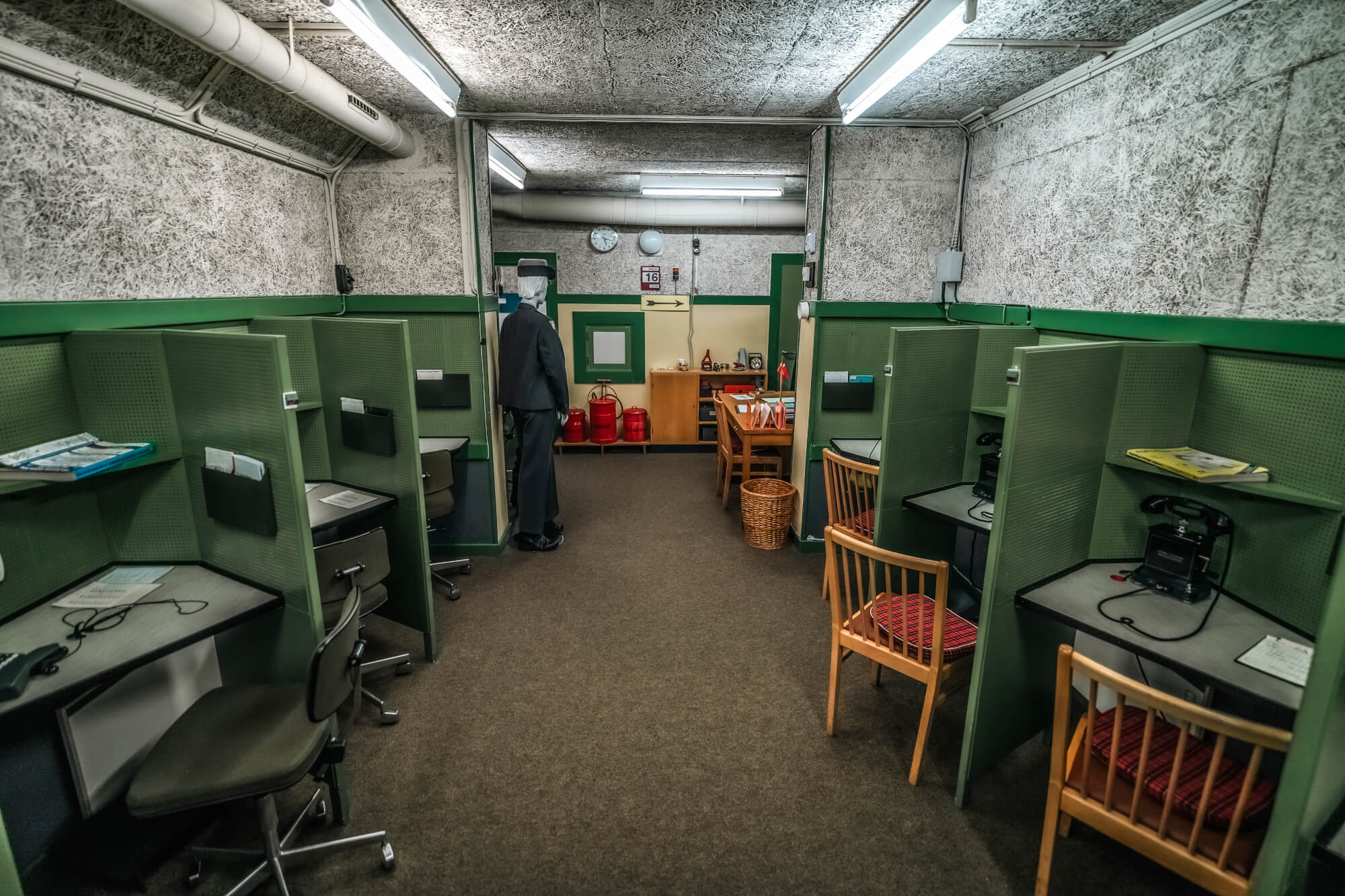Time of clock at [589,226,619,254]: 5:17
